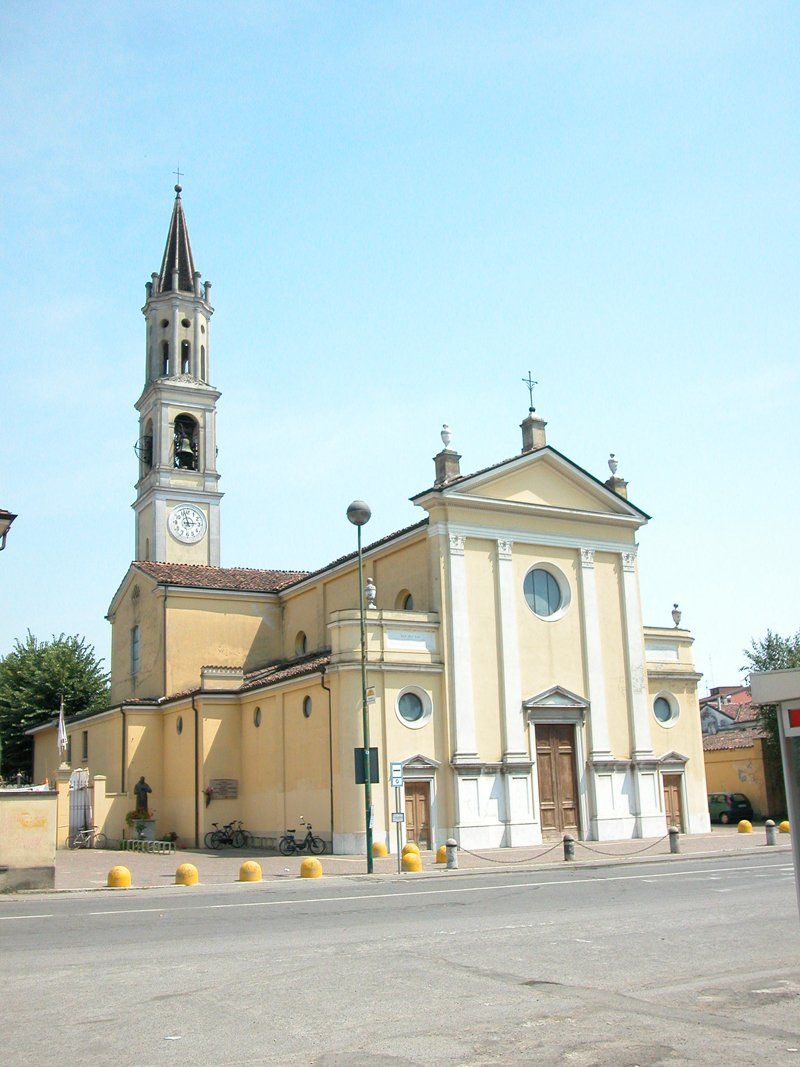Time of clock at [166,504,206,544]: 2:57
